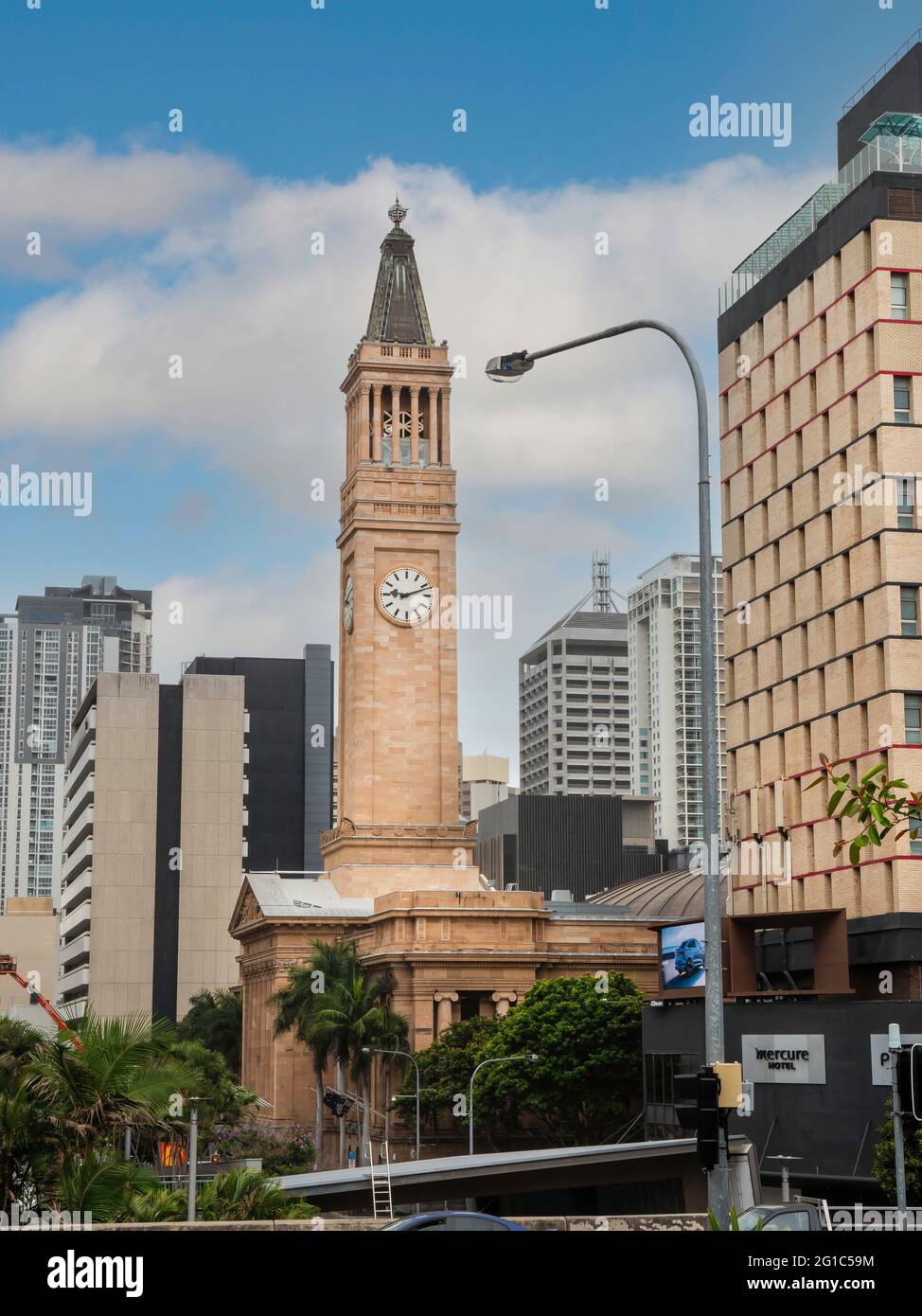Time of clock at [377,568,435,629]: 9:11
